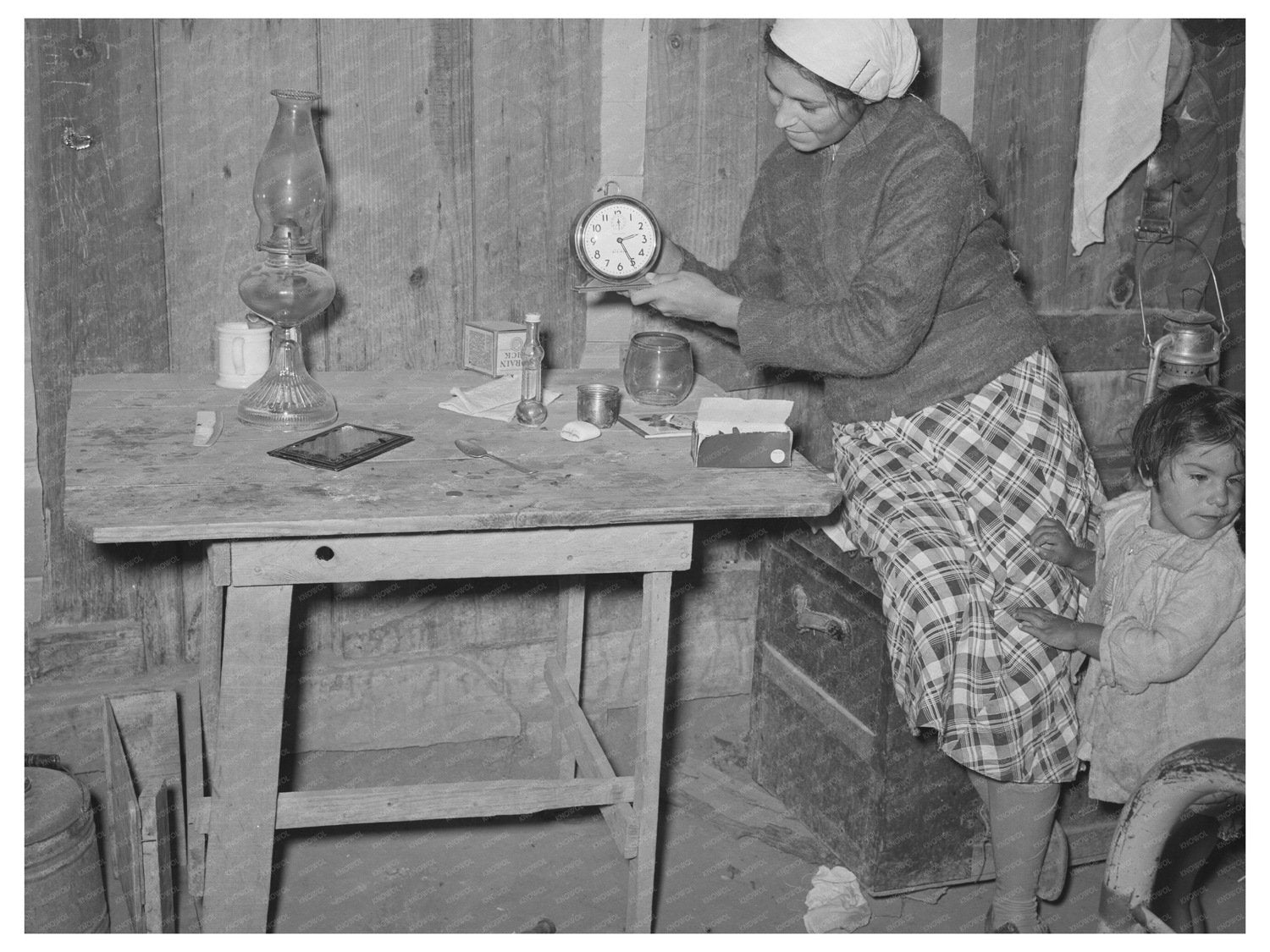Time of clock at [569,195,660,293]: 2:25
